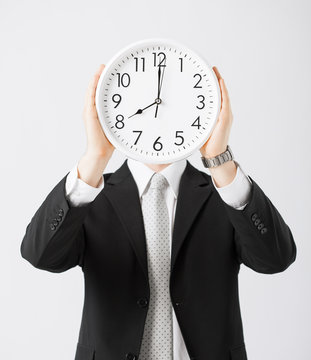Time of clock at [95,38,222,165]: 8:00
